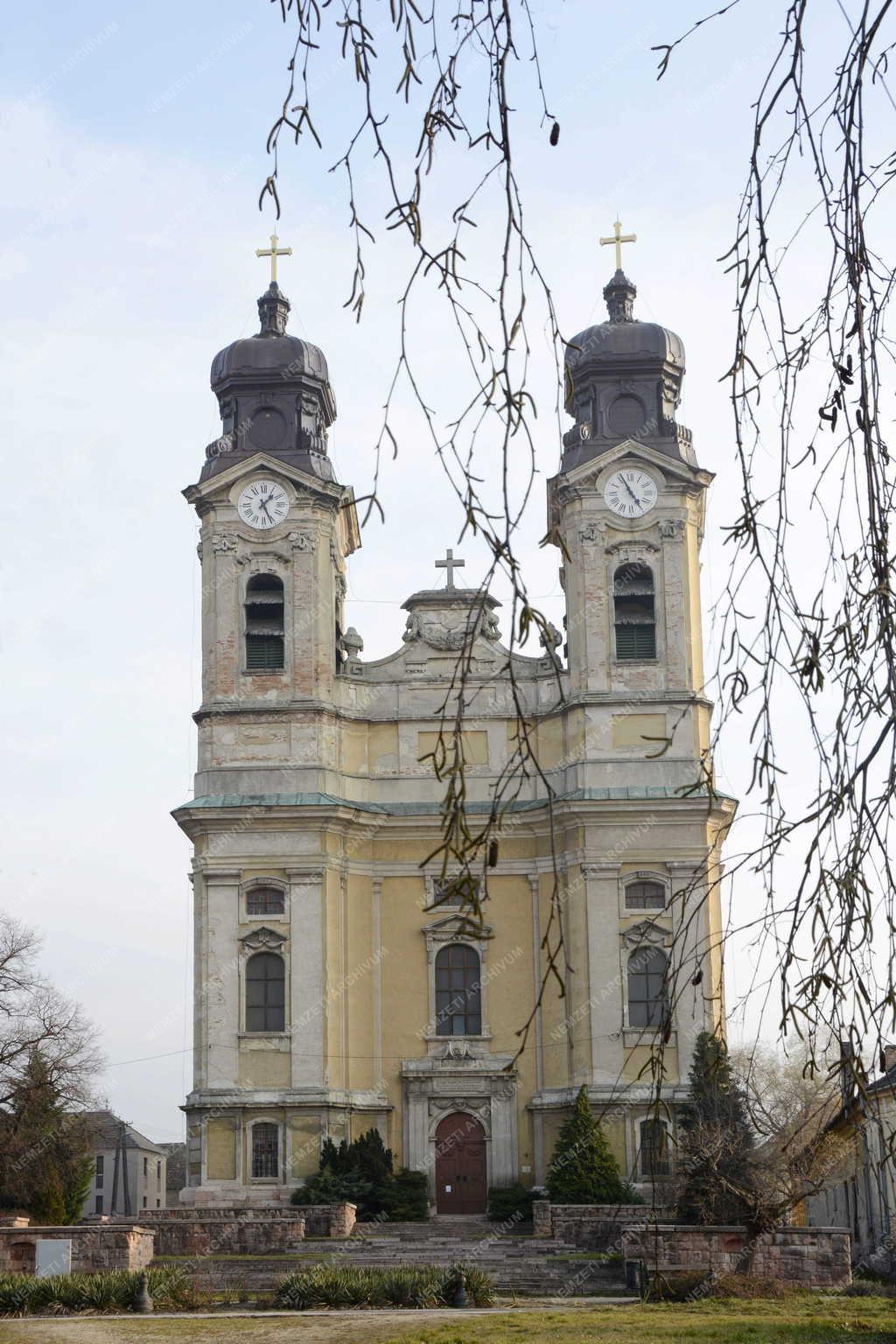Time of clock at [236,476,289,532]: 1:26
